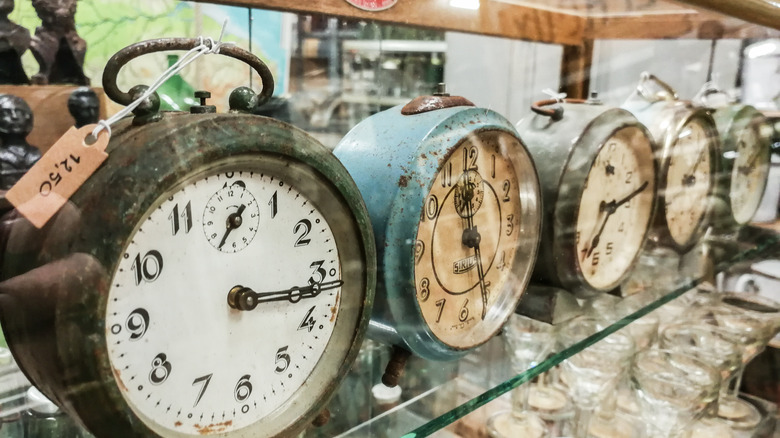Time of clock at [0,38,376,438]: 3:16
